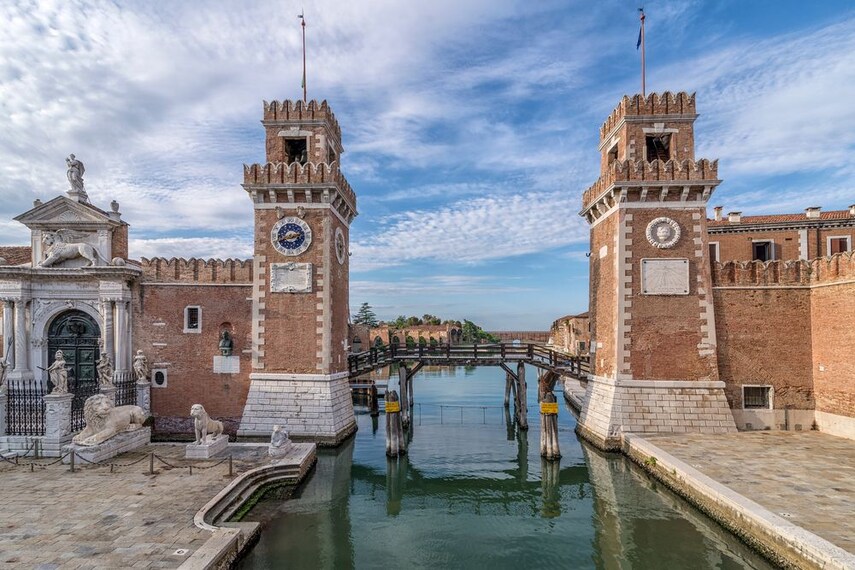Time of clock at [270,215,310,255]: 2:40
